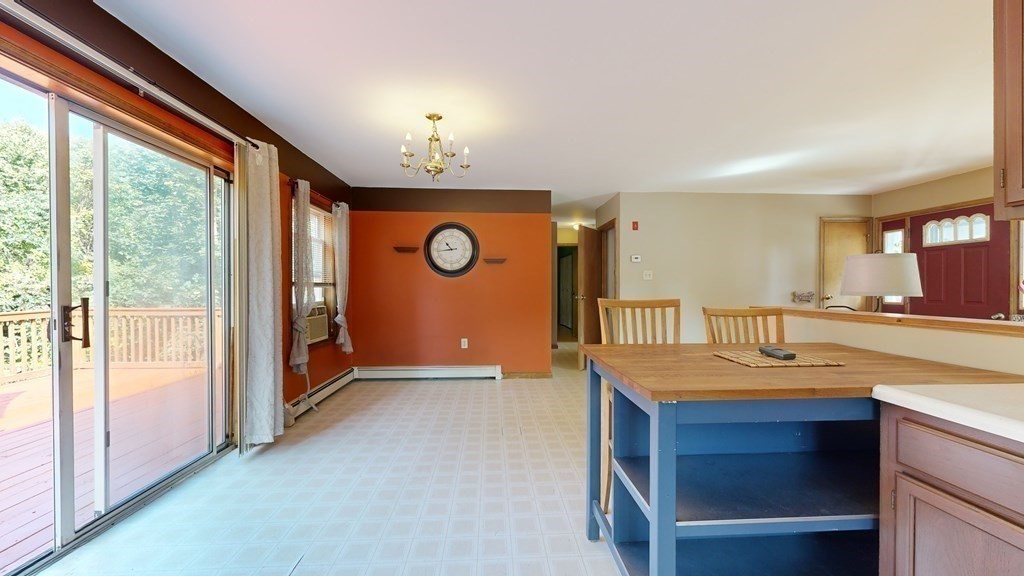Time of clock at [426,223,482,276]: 10:43
